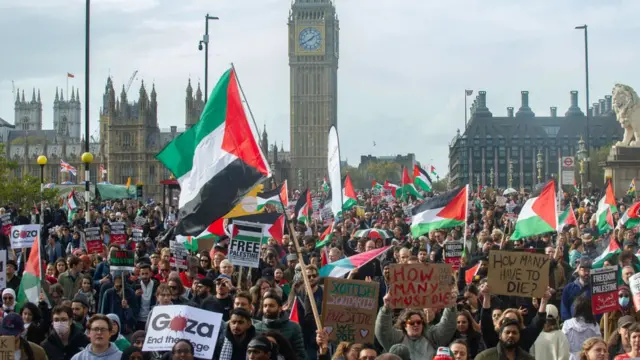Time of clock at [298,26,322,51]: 1:40
